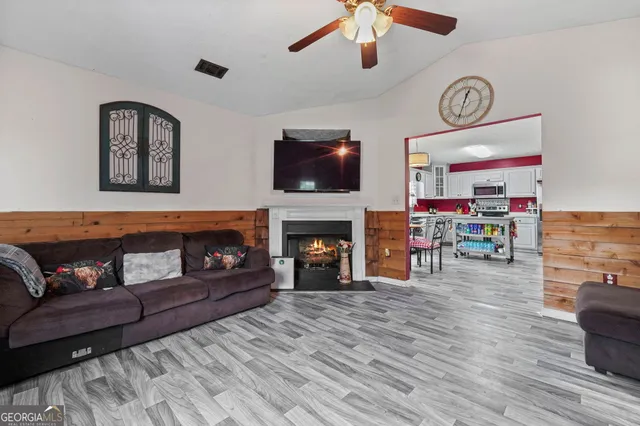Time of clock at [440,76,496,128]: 12:33
